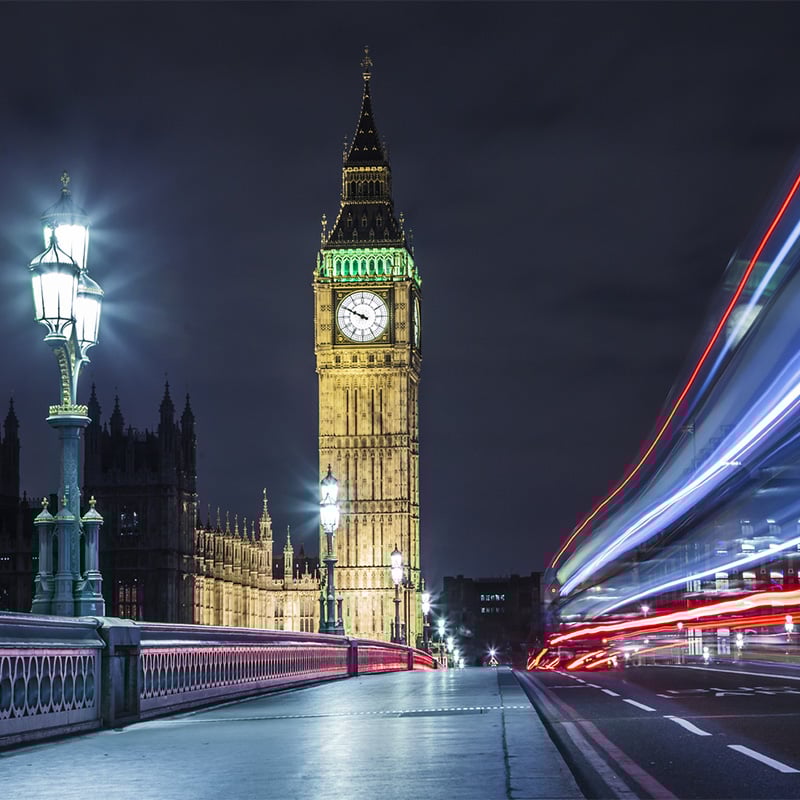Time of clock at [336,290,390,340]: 9:49
